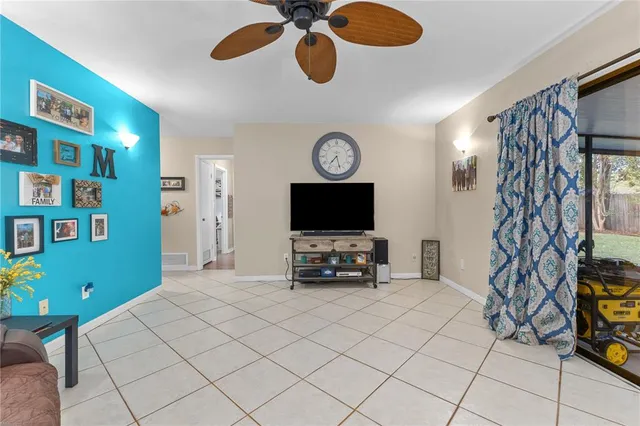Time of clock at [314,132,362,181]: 7:27
